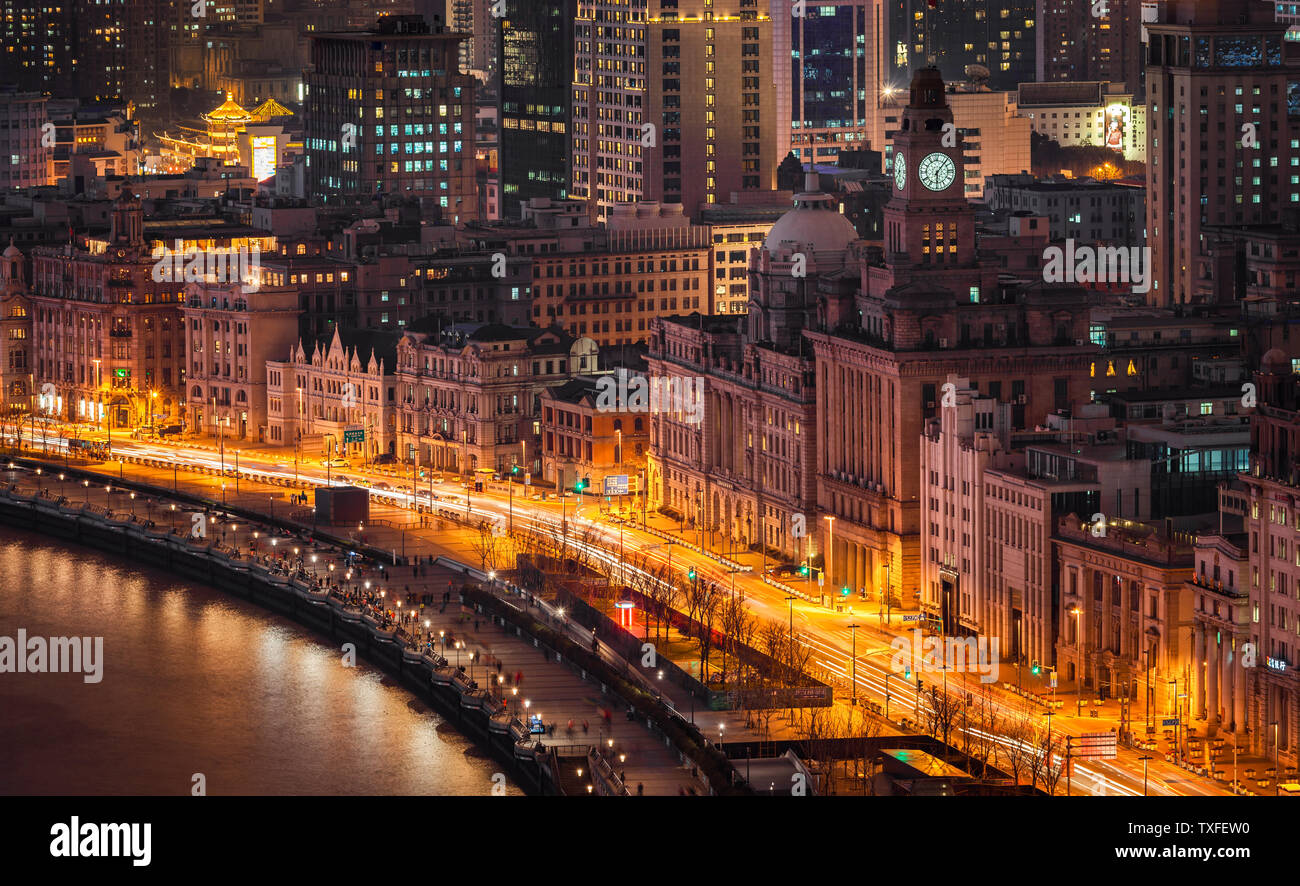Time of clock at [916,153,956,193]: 6:06
